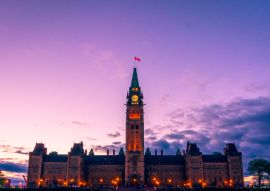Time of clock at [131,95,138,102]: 9:12
